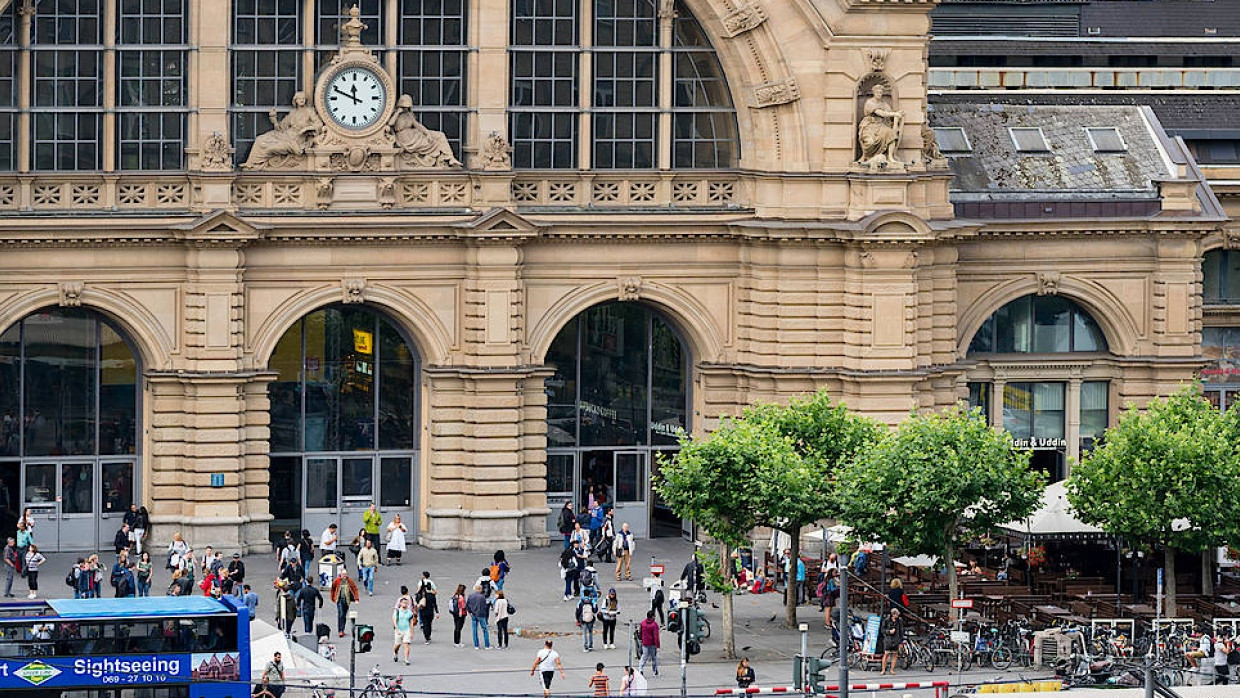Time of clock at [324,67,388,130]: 11:48
